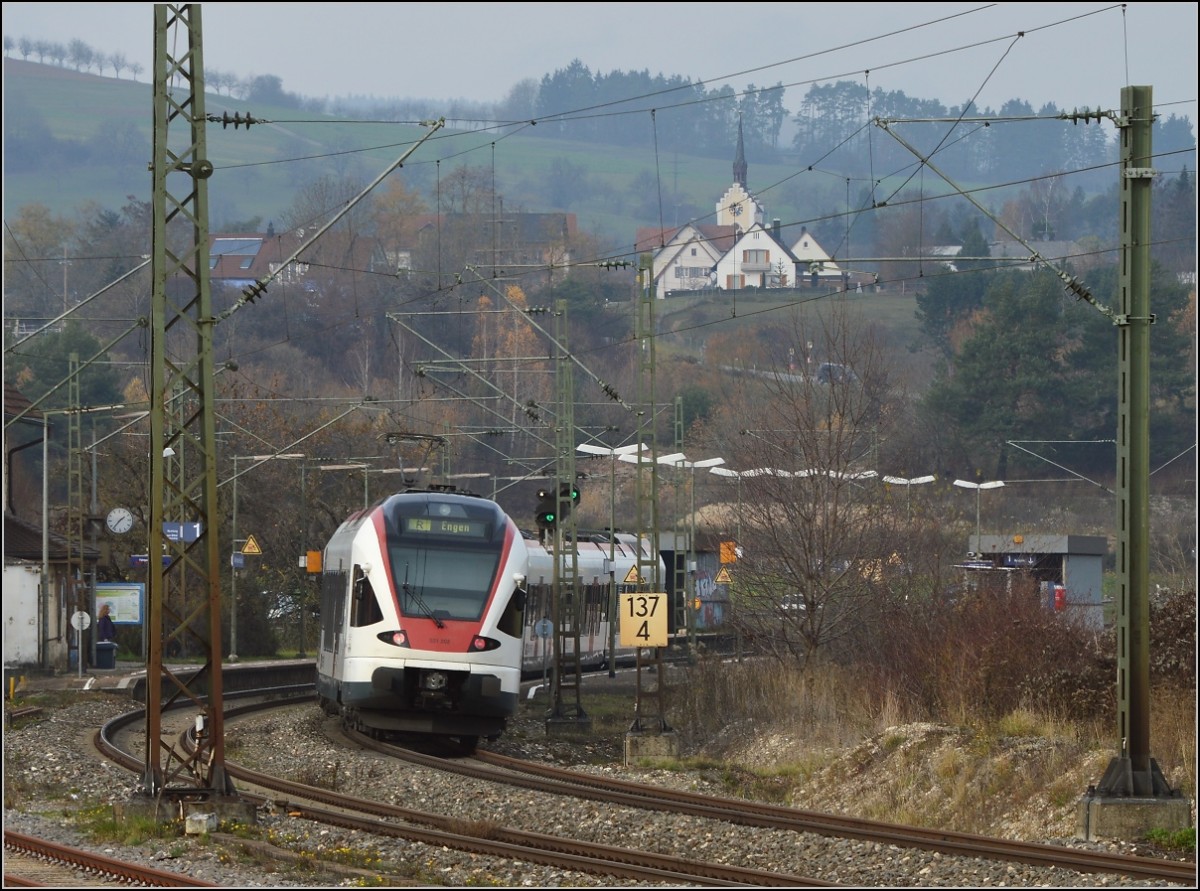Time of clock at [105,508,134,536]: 1:36
